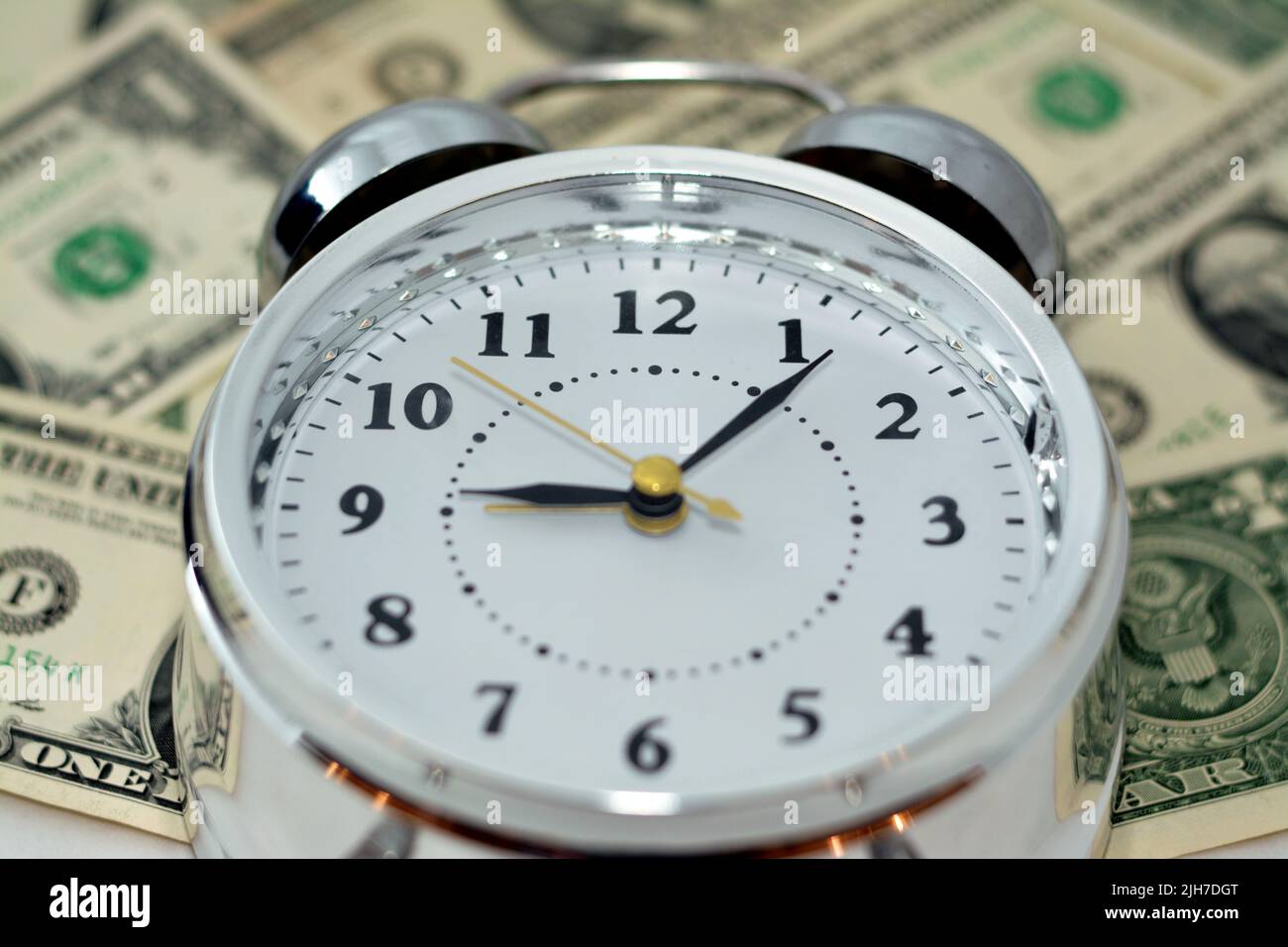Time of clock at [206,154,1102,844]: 9:06
